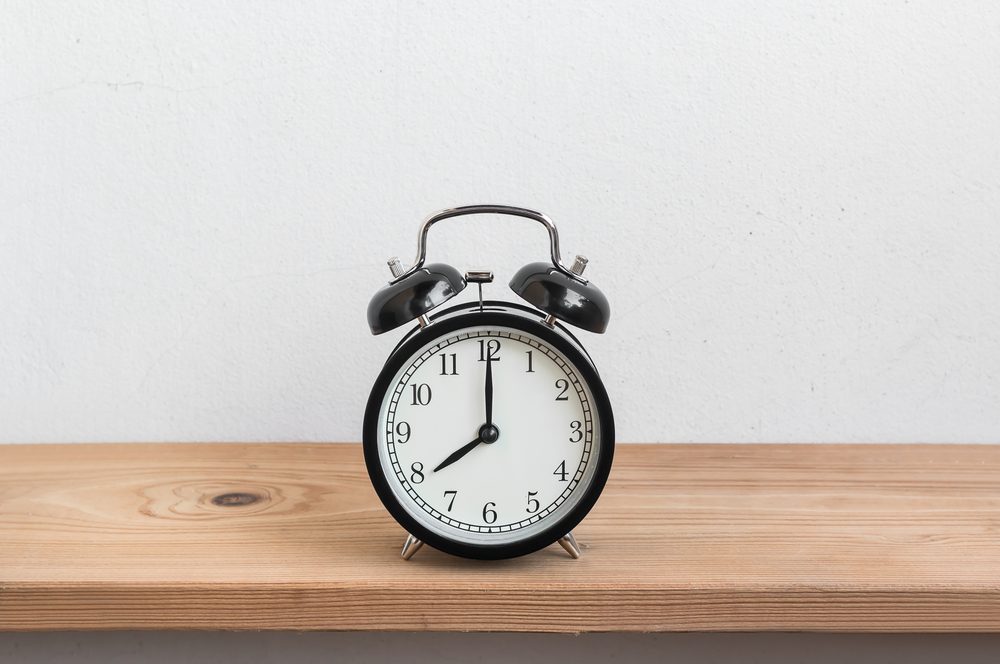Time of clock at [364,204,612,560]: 8:00
